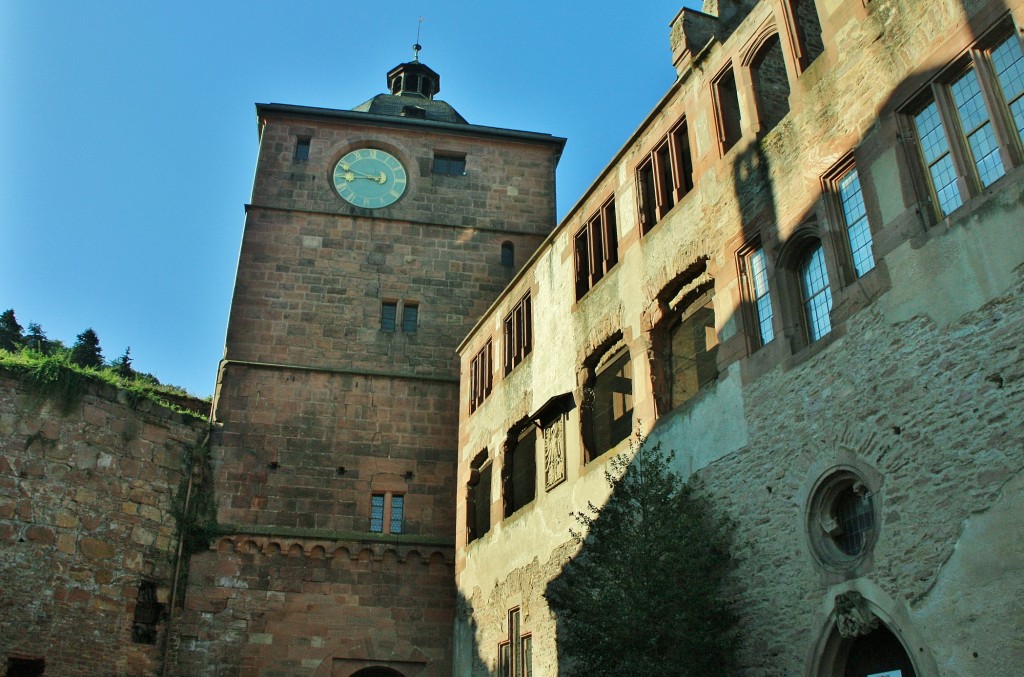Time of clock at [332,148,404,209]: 8:48
